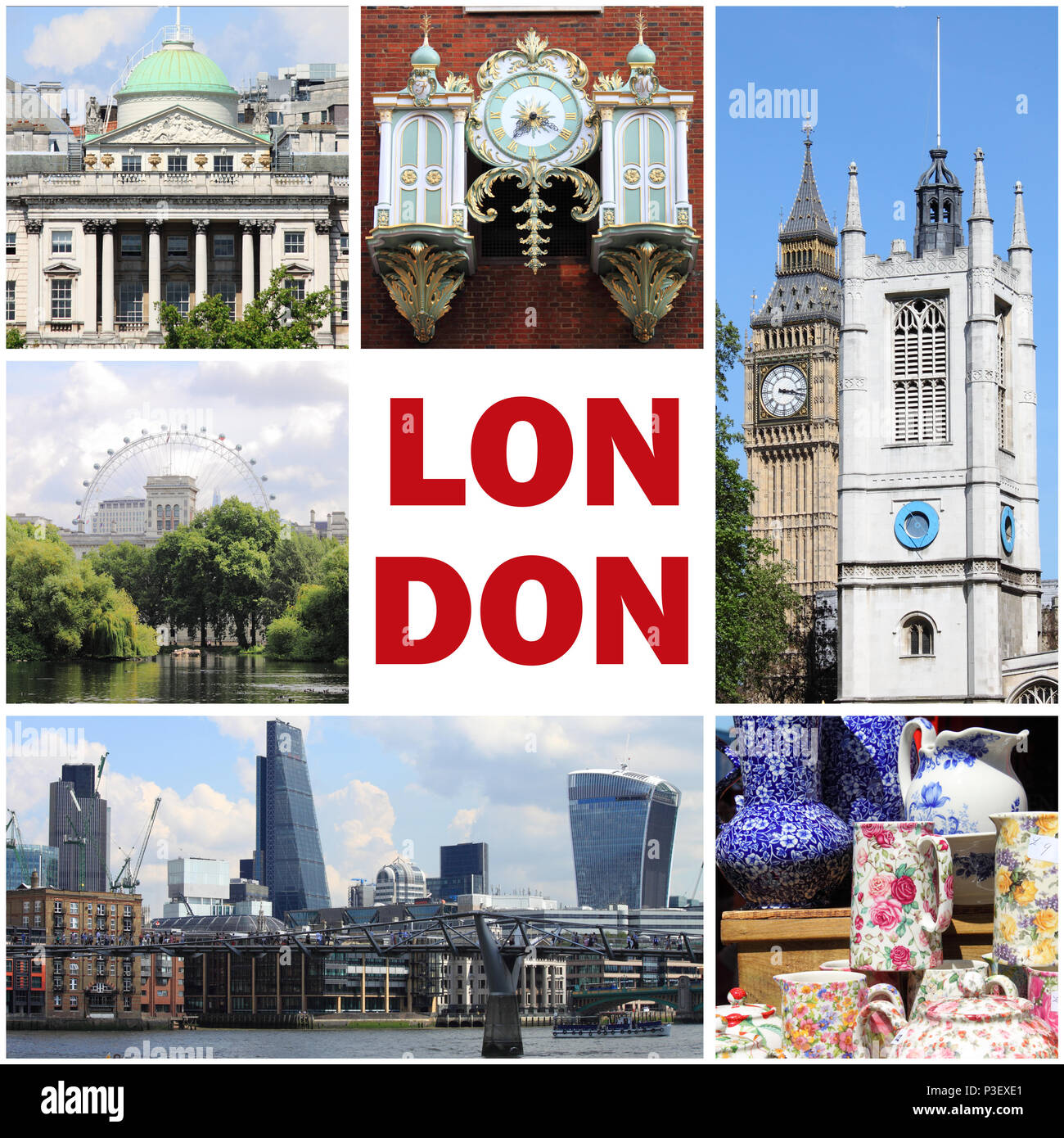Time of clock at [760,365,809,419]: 3:17
